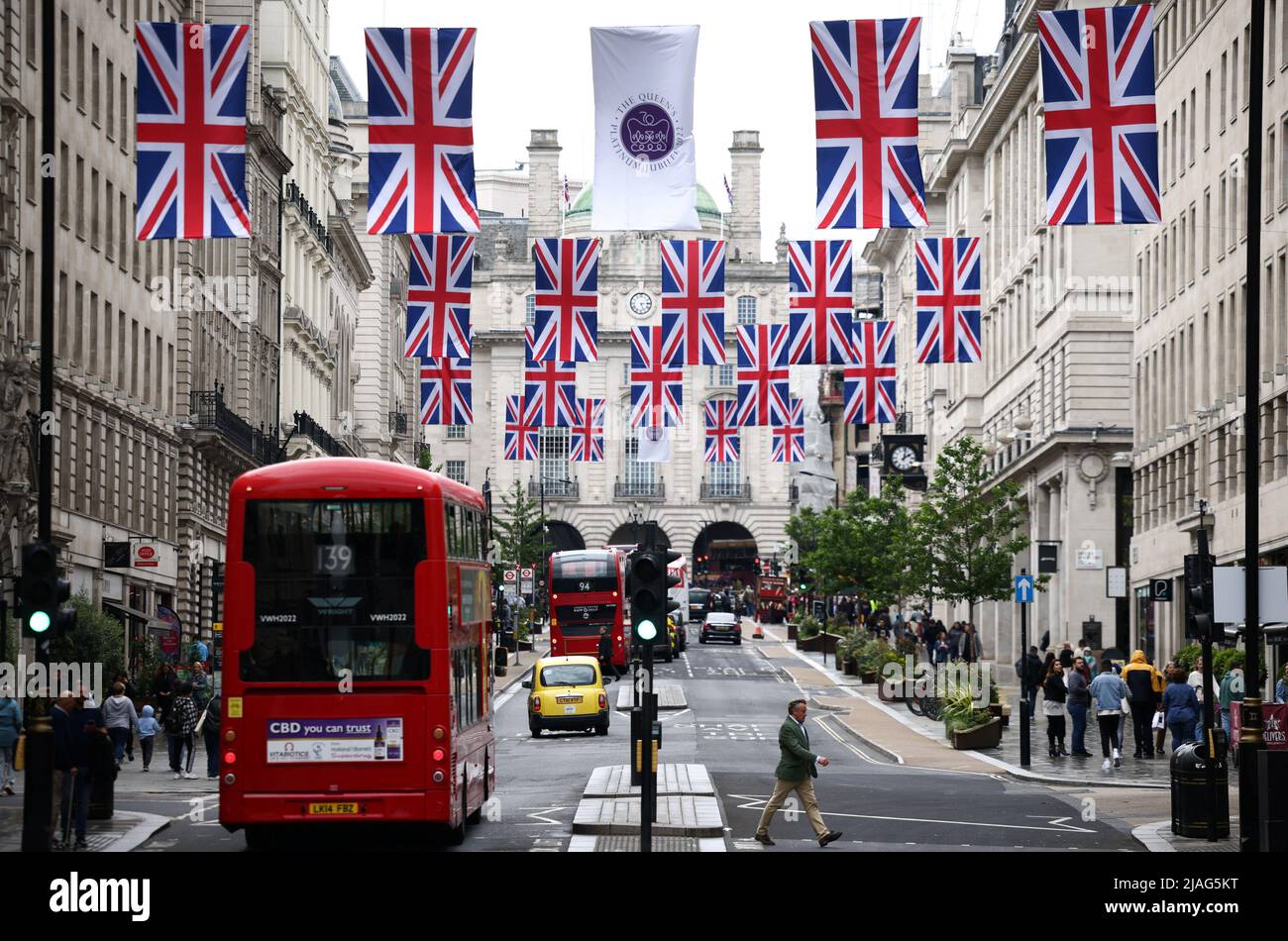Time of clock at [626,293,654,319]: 5:14
